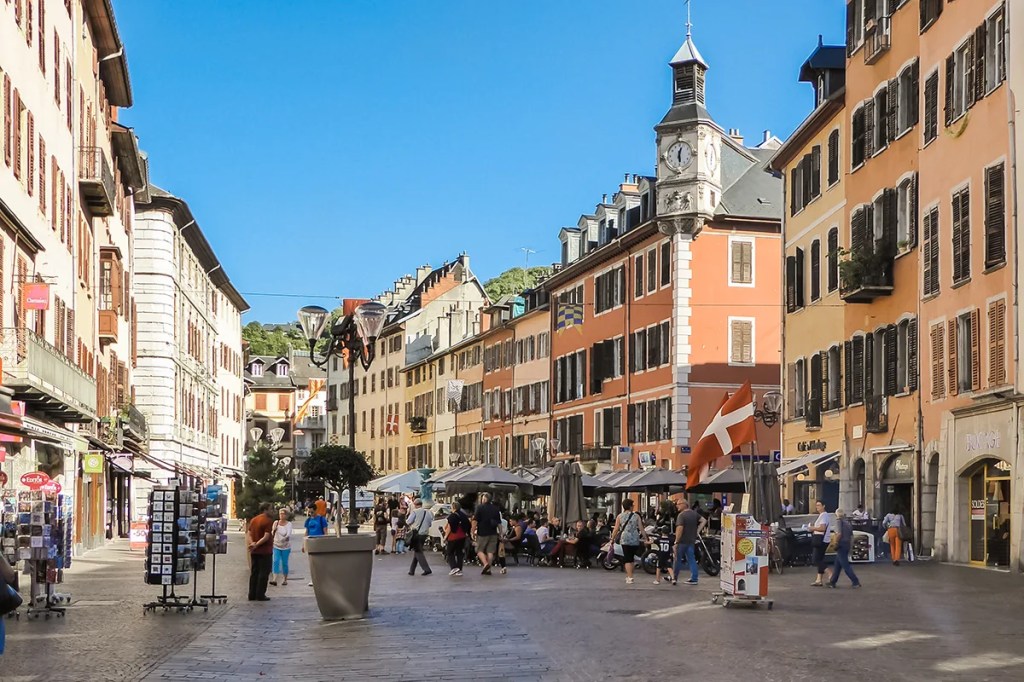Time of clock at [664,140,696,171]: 12:28
